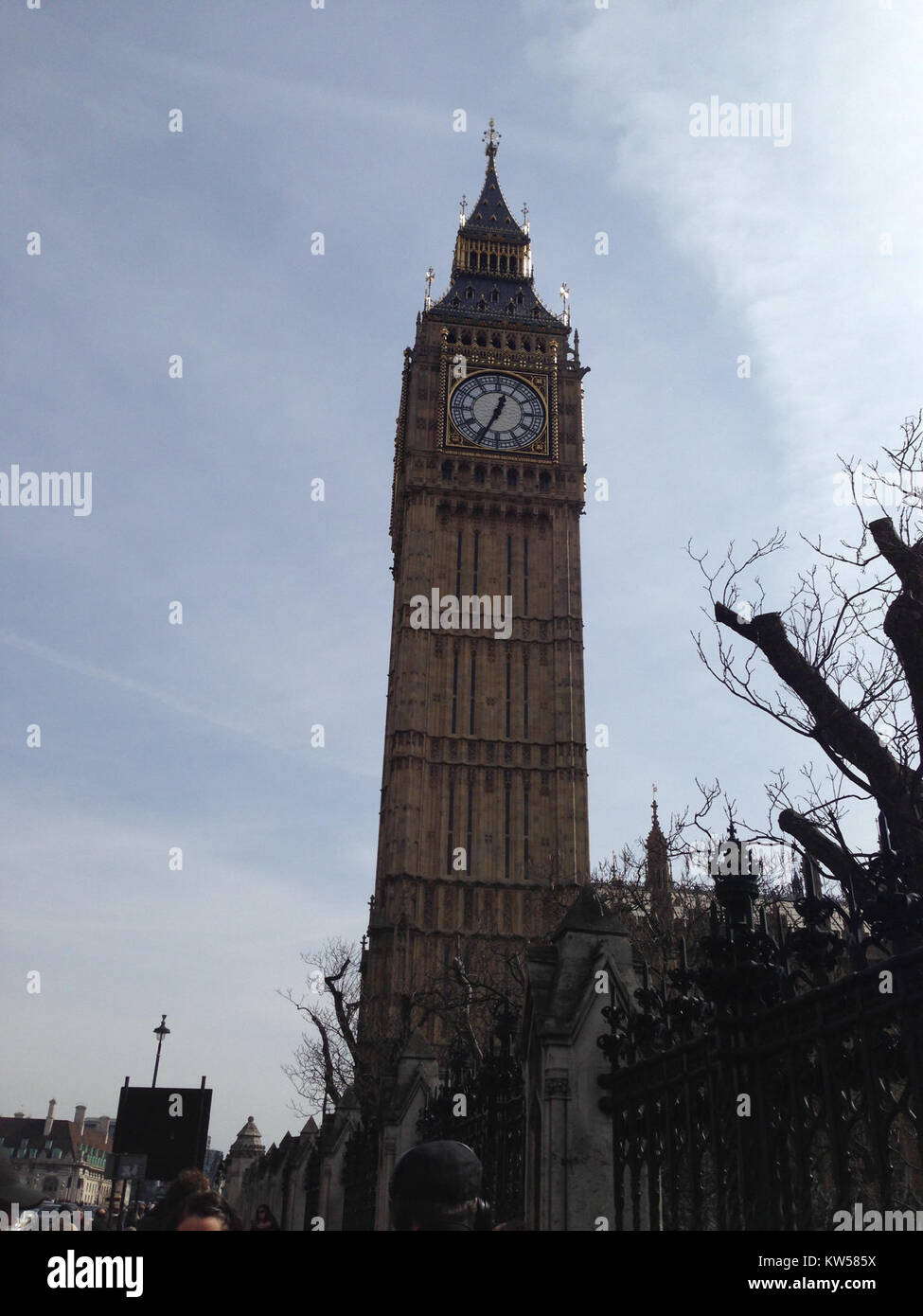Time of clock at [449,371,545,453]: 12:34
